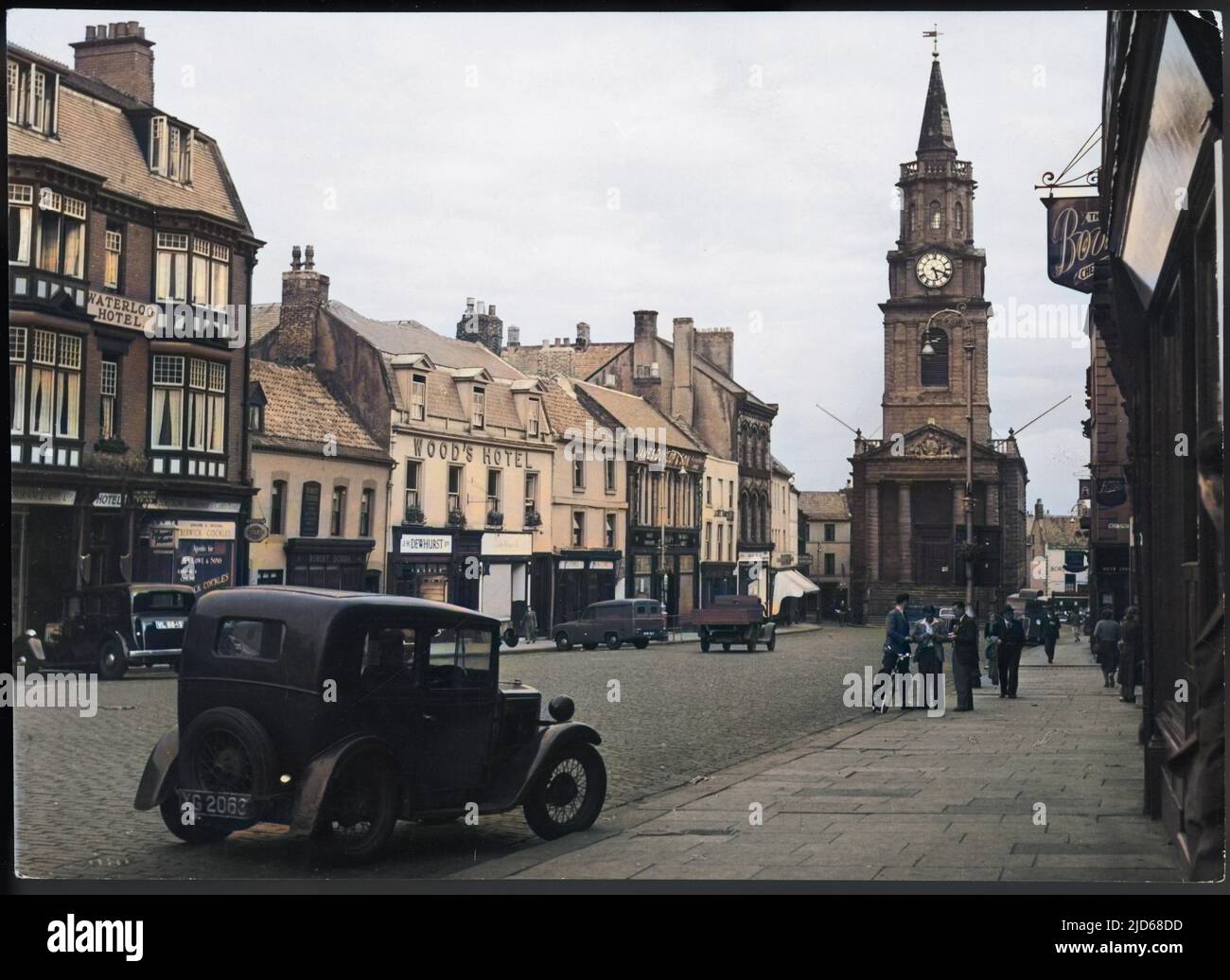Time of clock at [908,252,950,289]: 5:18
